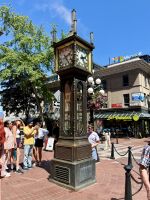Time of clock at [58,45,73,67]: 2:24
